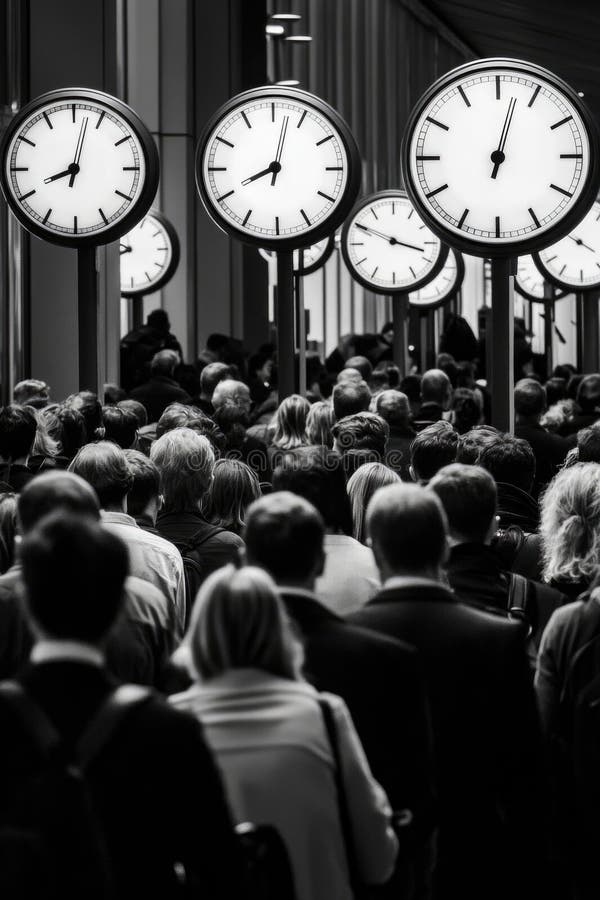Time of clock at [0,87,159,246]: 8:02
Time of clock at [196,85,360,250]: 8:02
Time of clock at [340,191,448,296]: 3:49
